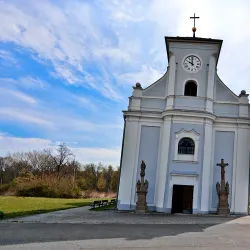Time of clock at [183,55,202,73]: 9:59
